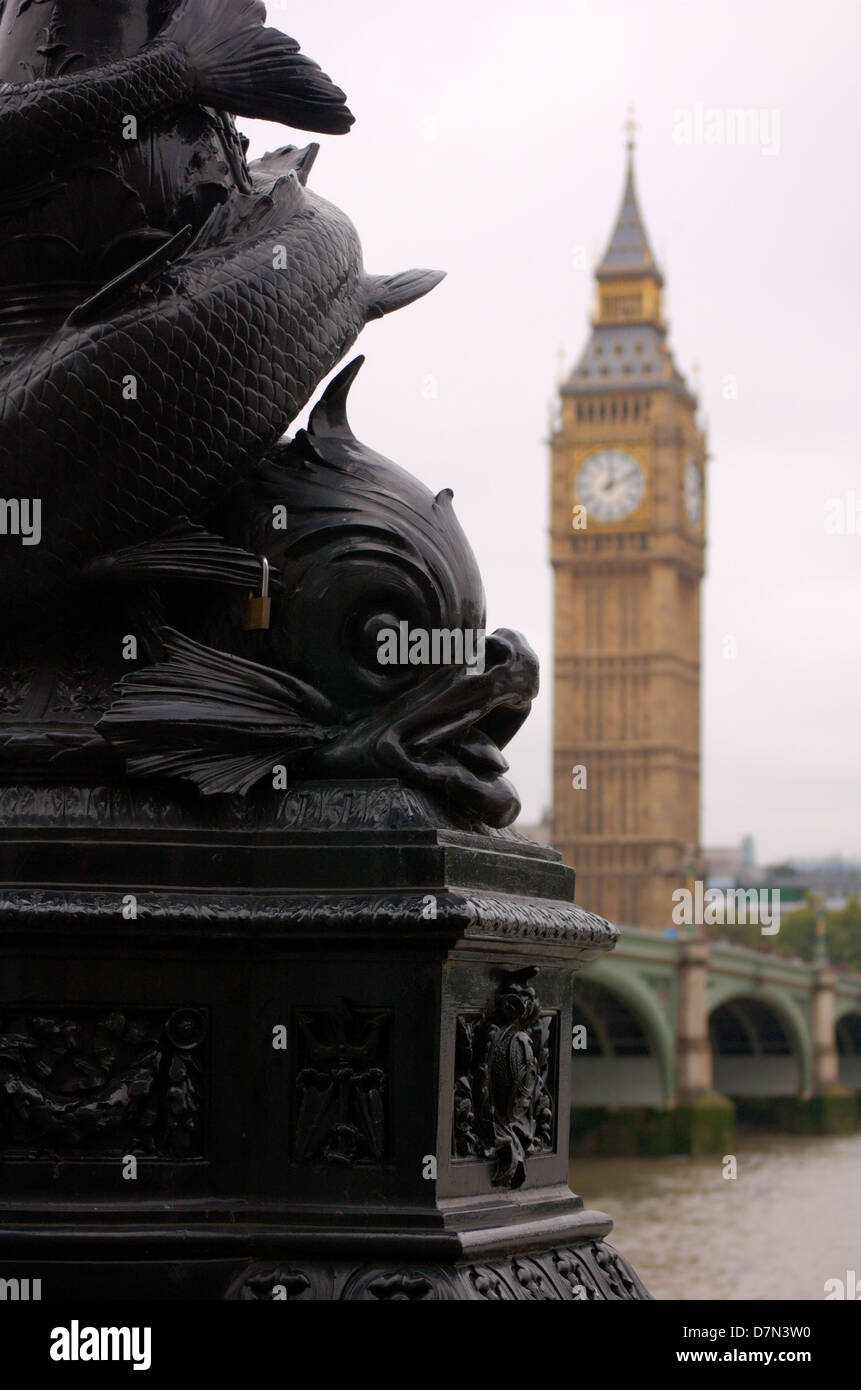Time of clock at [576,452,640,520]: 12:11
